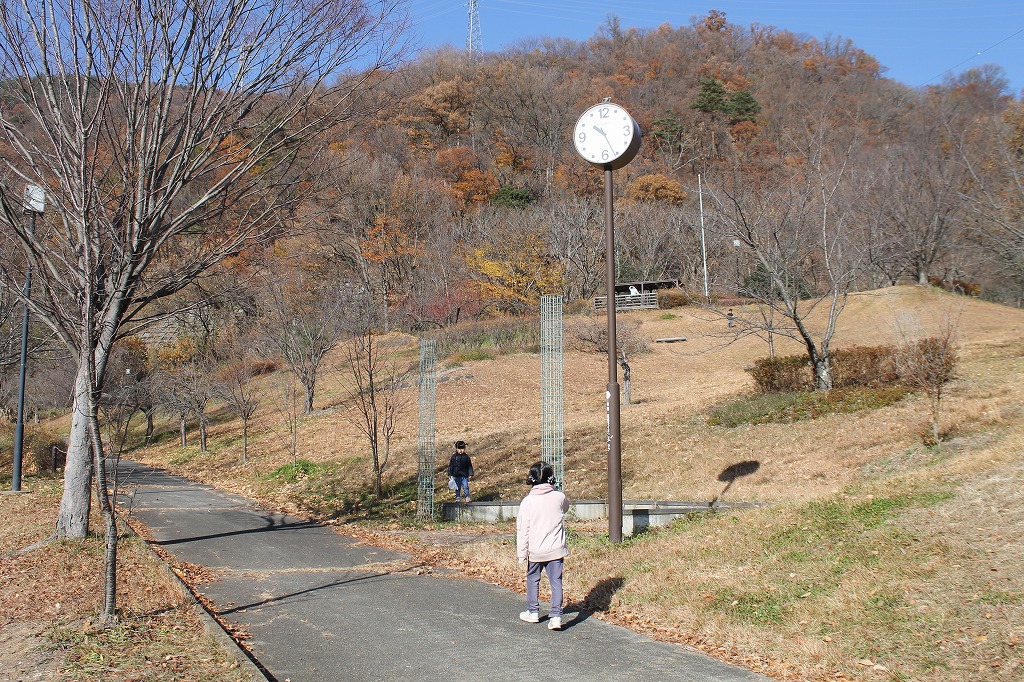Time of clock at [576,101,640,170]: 10:26
